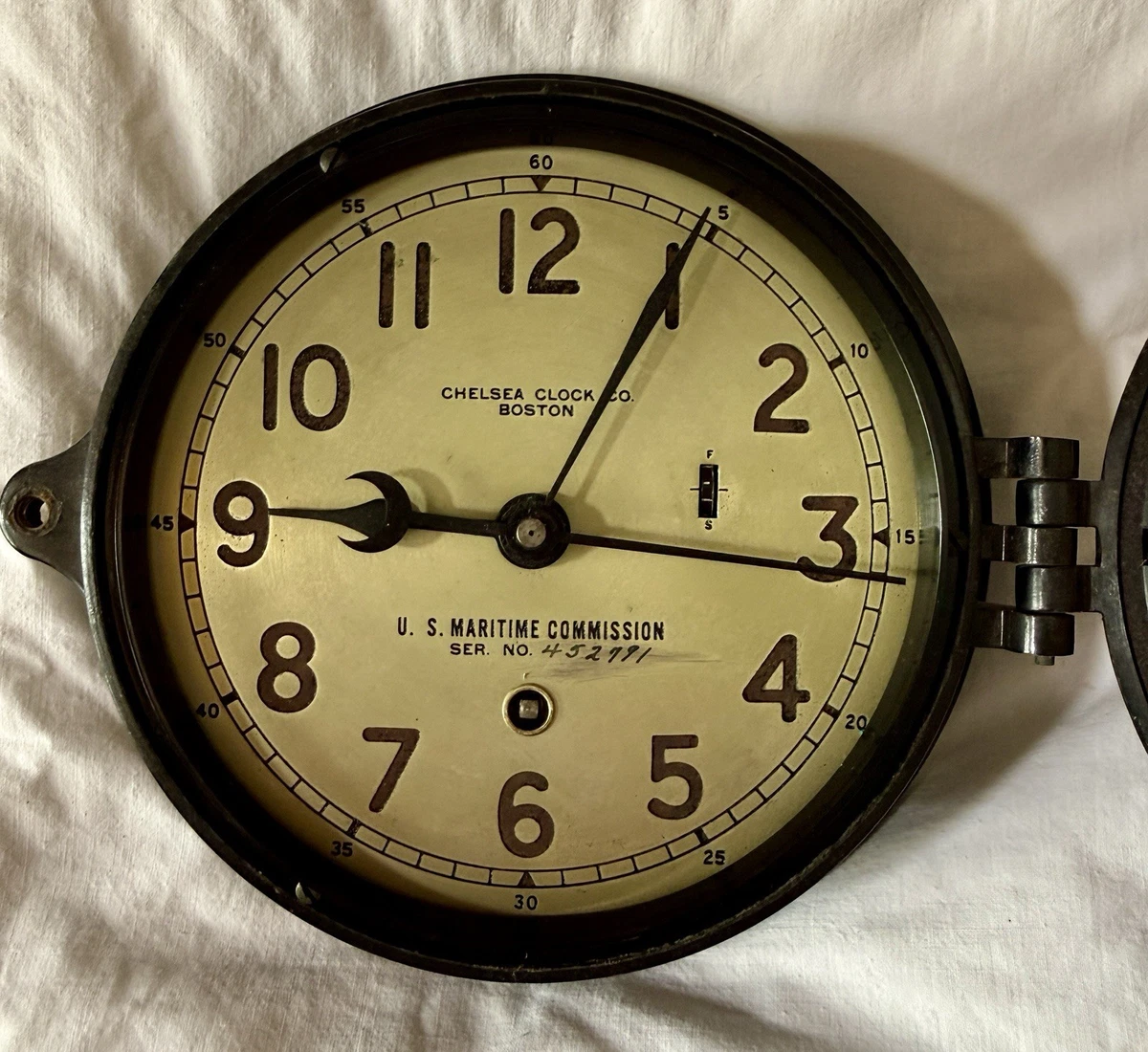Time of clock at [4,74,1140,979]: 9:04
